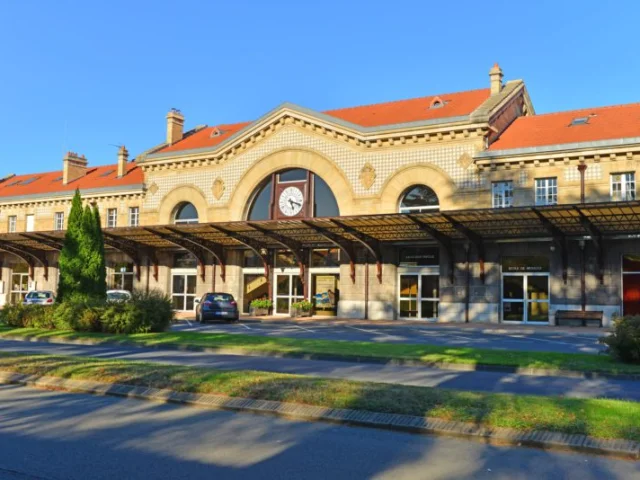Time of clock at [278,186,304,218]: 5:18
